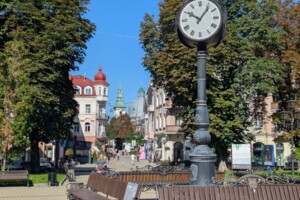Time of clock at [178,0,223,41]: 10:06
